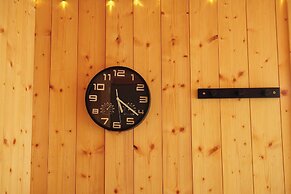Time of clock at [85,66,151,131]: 5:21
